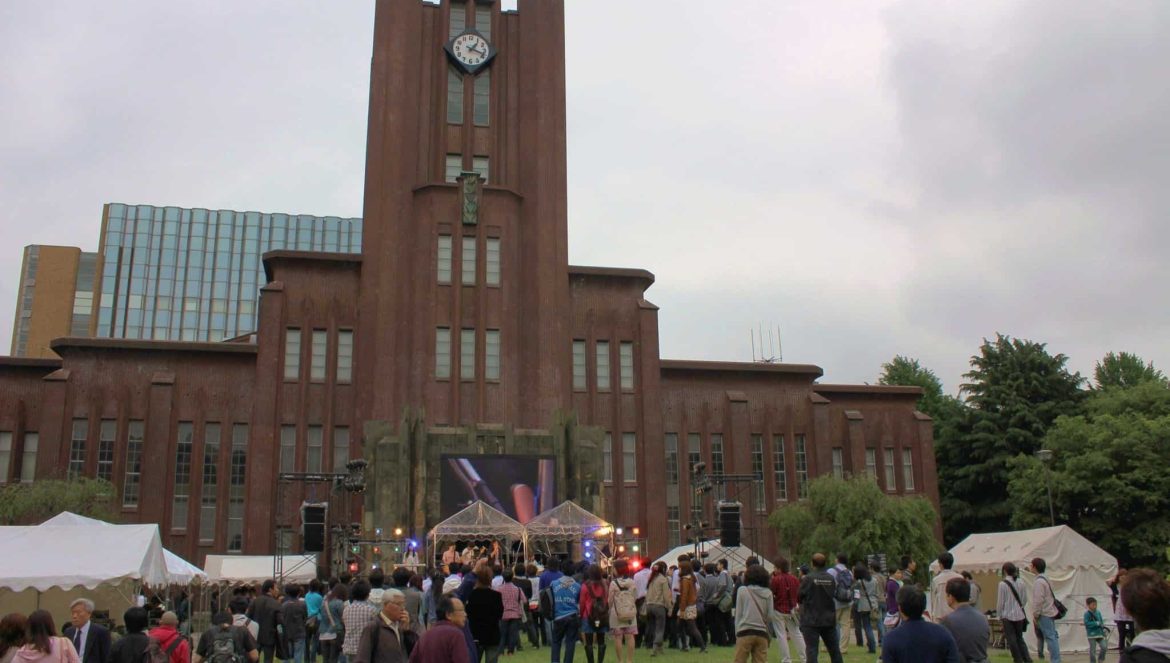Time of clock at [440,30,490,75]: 1:18
